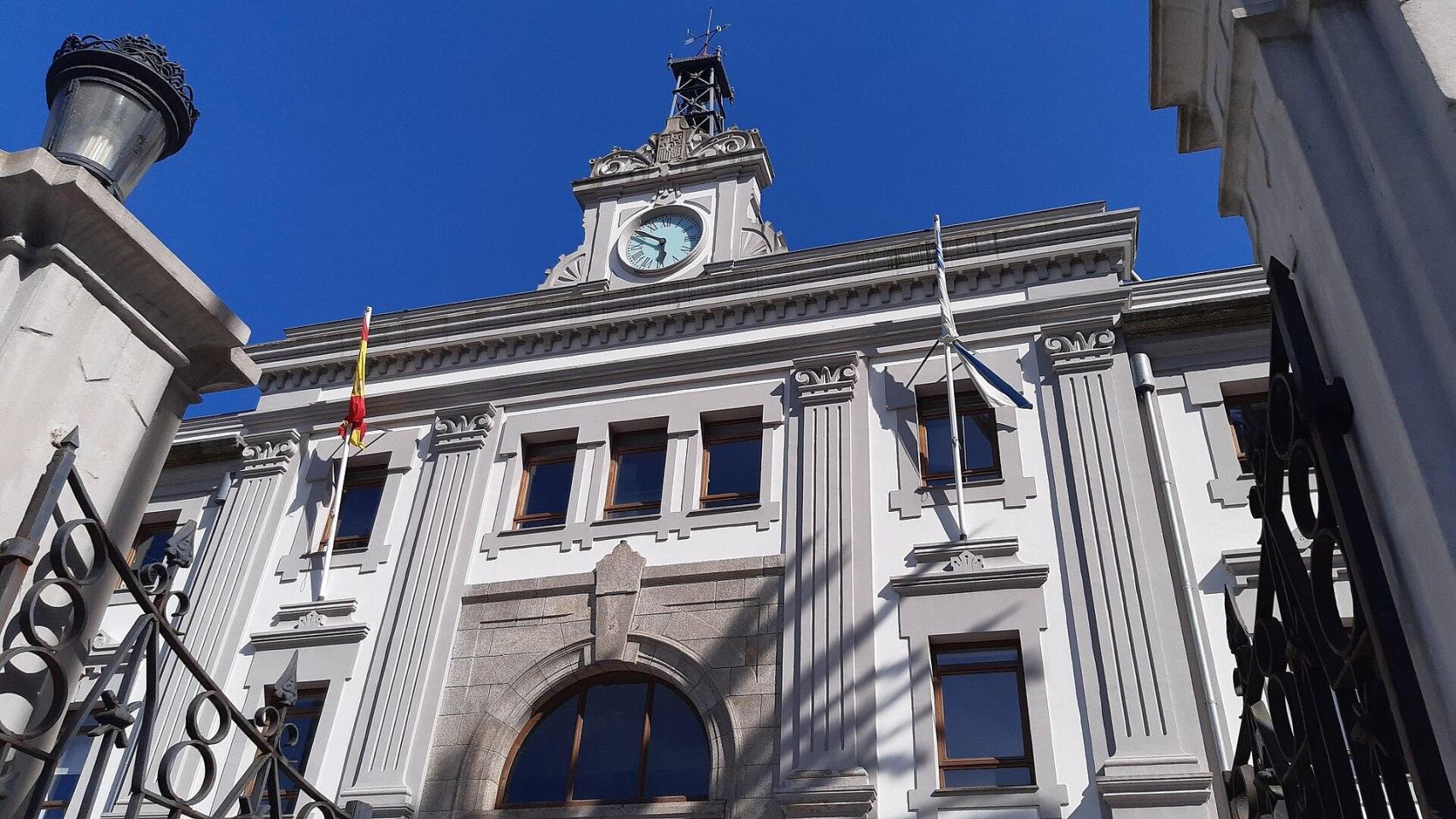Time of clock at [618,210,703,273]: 5:50
